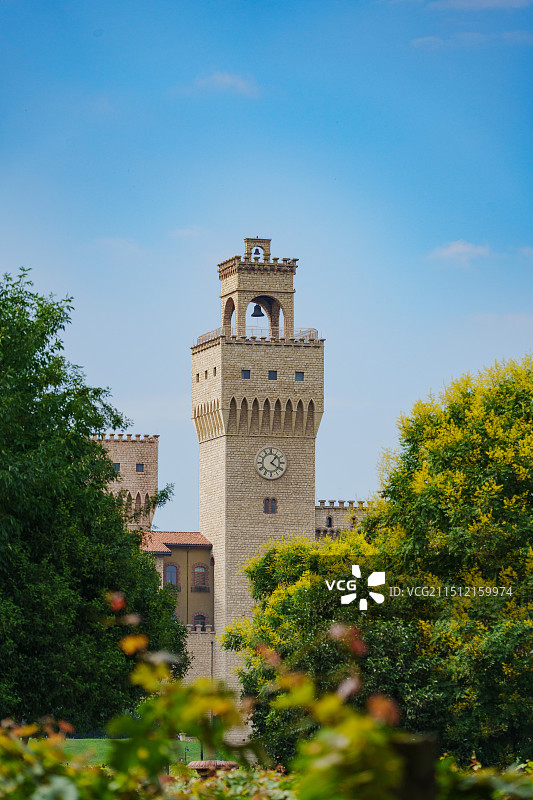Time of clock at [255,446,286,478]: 1:20
